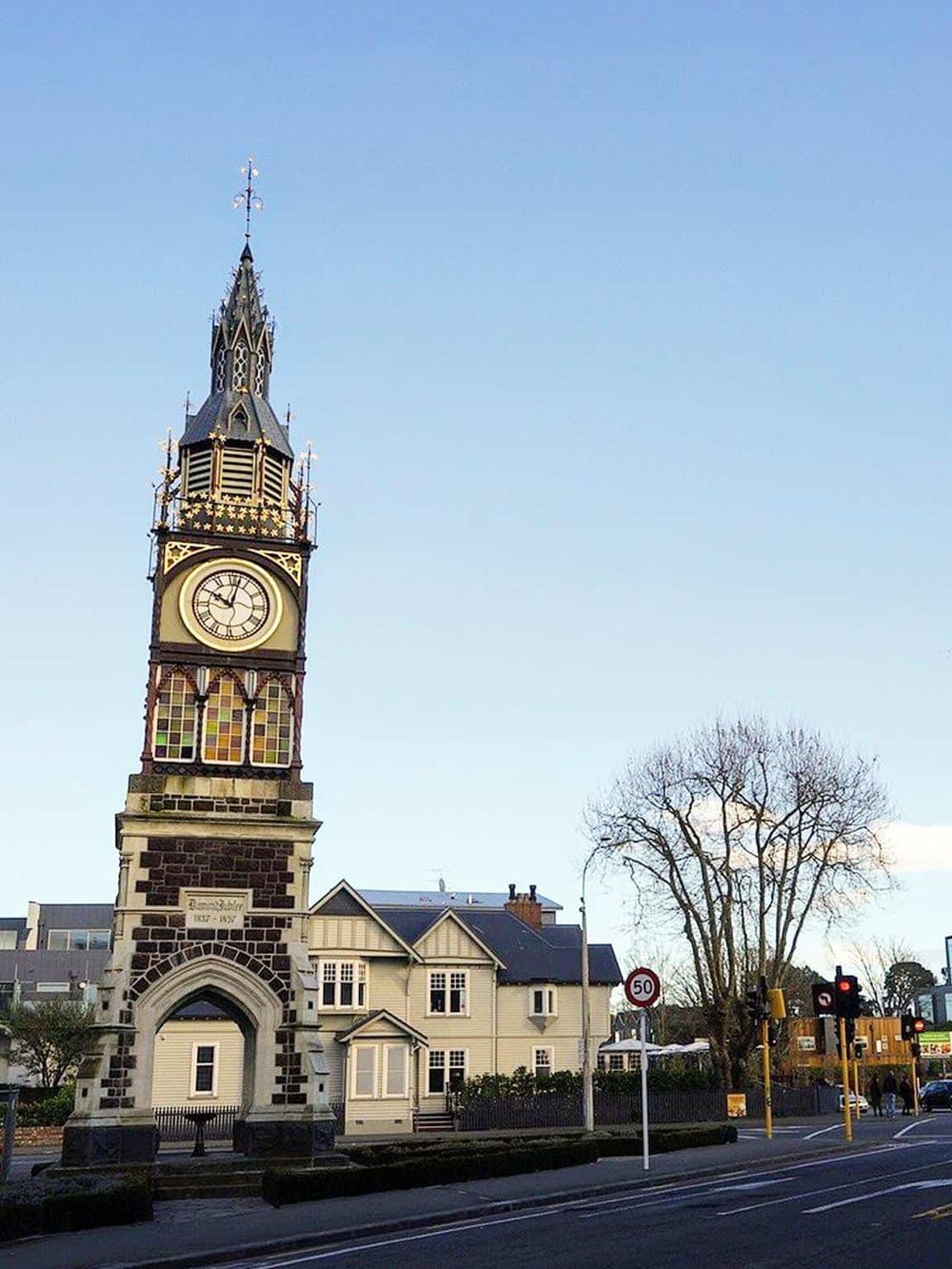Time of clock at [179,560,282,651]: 10:02
